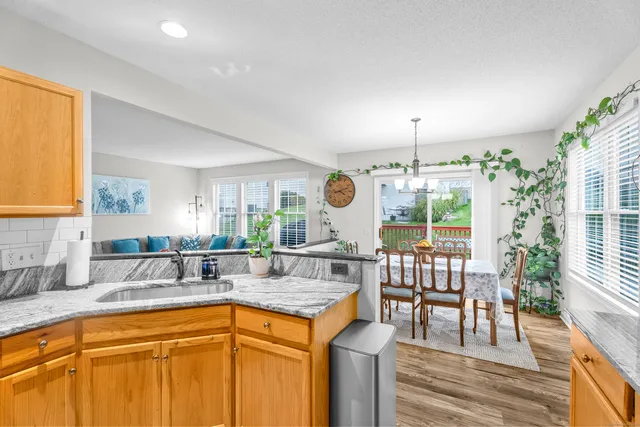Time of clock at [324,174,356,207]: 4:11
